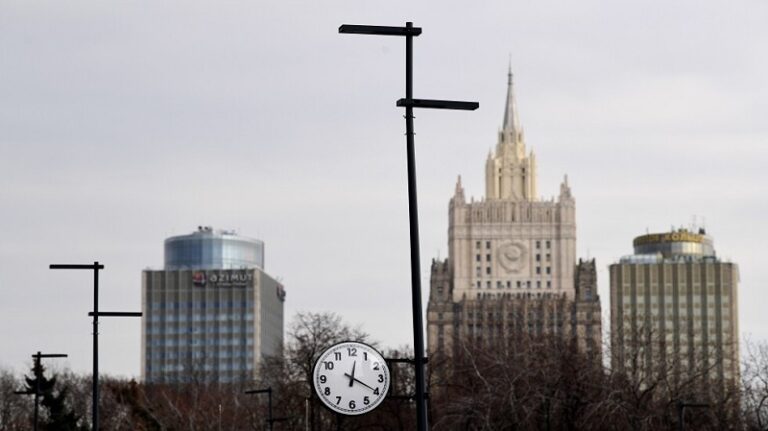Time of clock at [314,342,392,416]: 12:19
